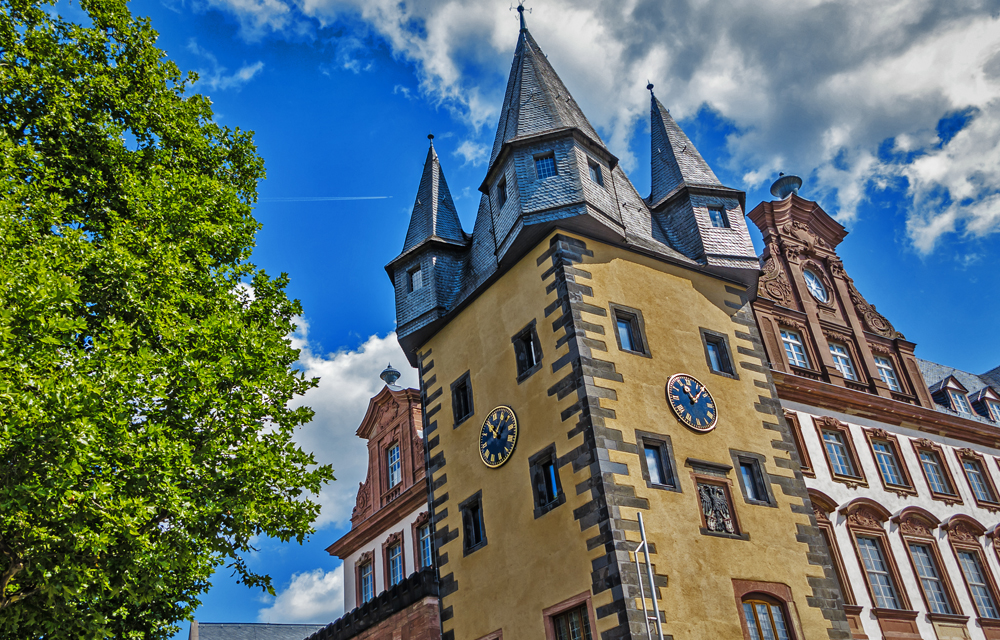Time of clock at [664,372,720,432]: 11:07
